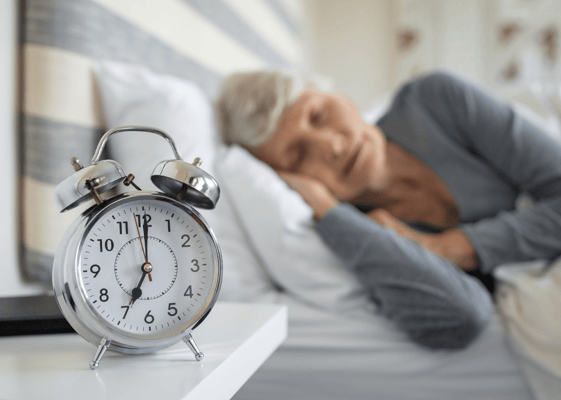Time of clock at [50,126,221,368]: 7:00
